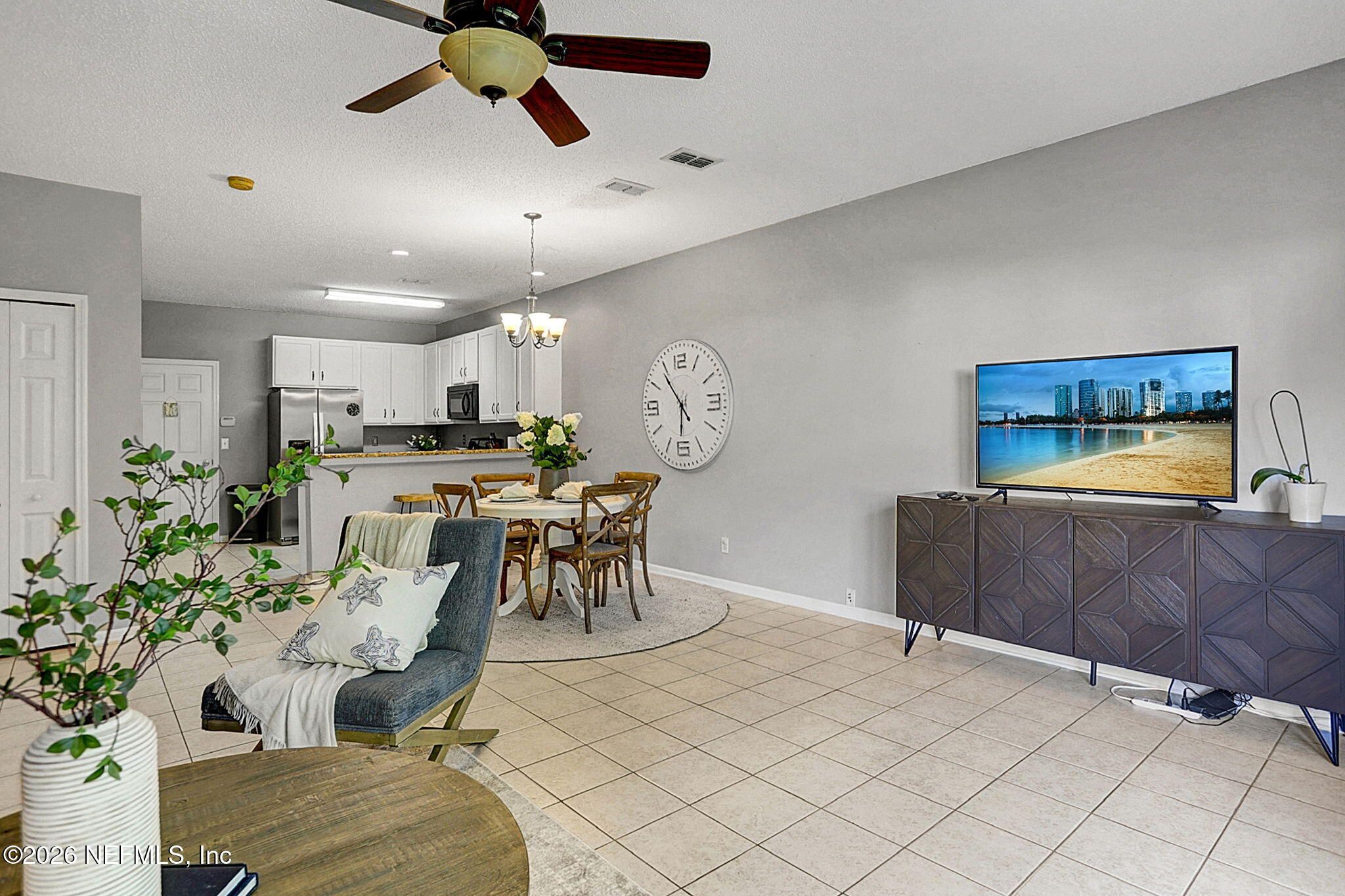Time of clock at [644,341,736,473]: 5:53
